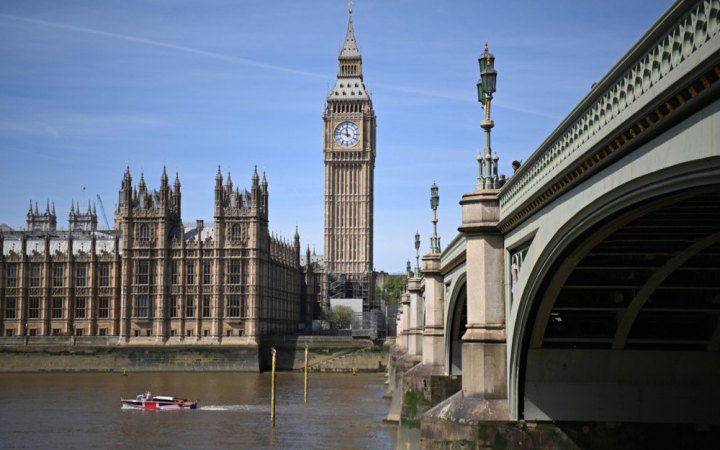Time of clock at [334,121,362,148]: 11:47
